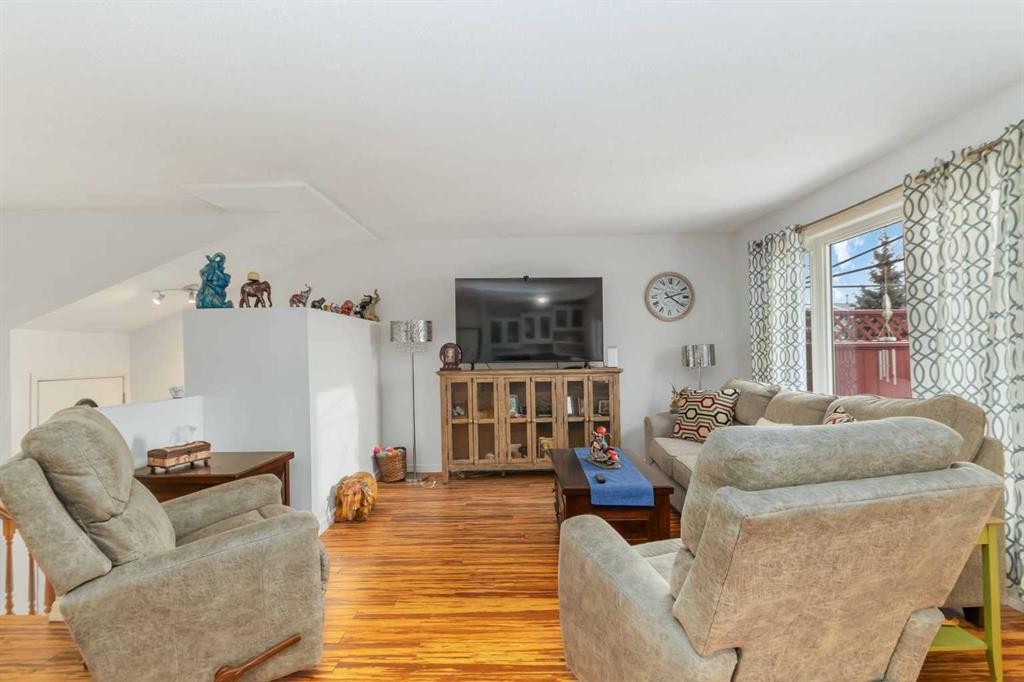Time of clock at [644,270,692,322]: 2:20
